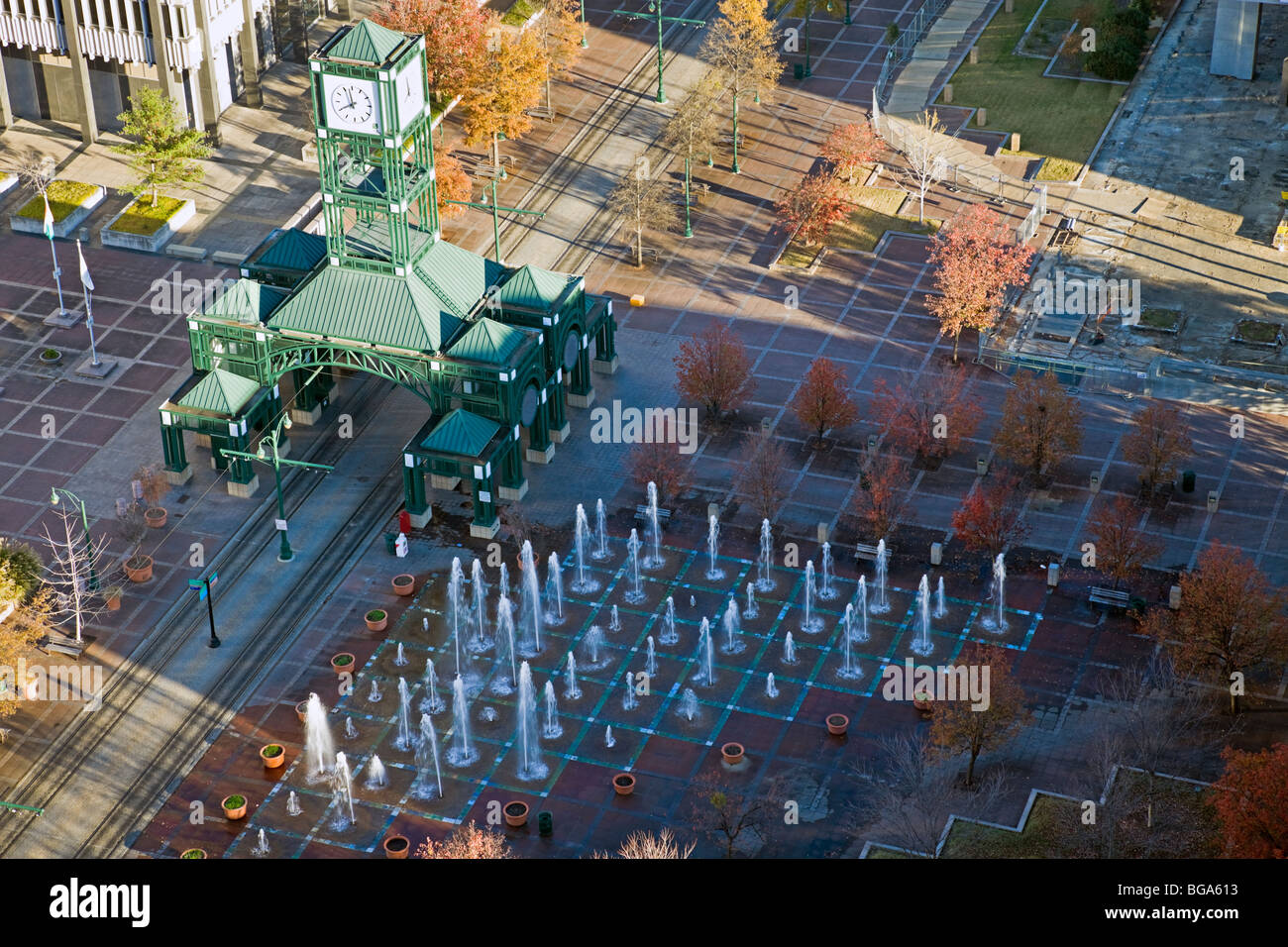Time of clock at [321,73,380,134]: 11:40
